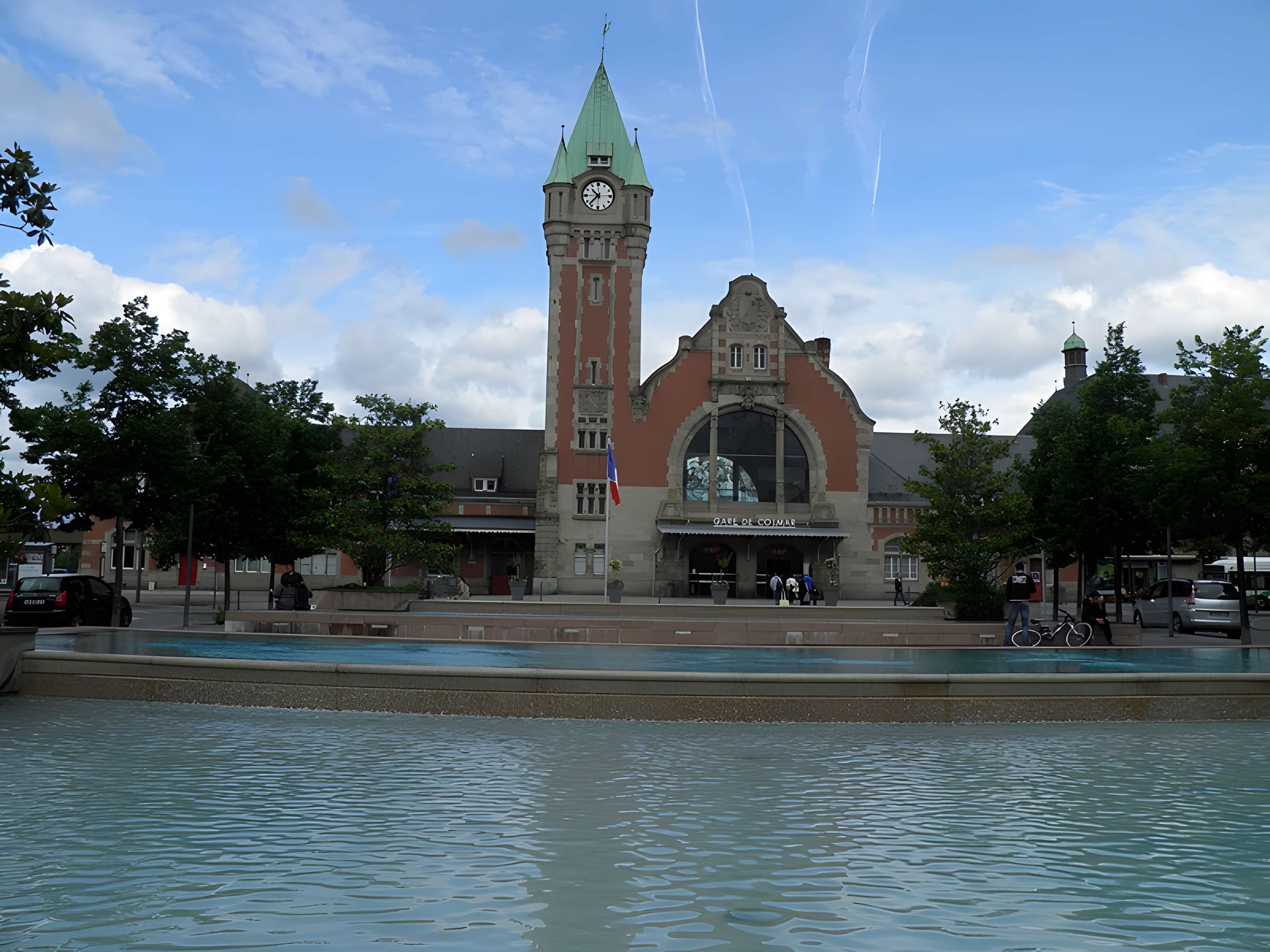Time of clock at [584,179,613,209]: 10:37
